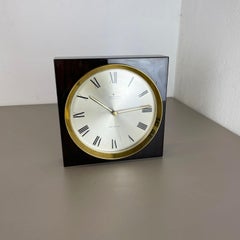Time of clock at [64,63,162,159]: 10:13
